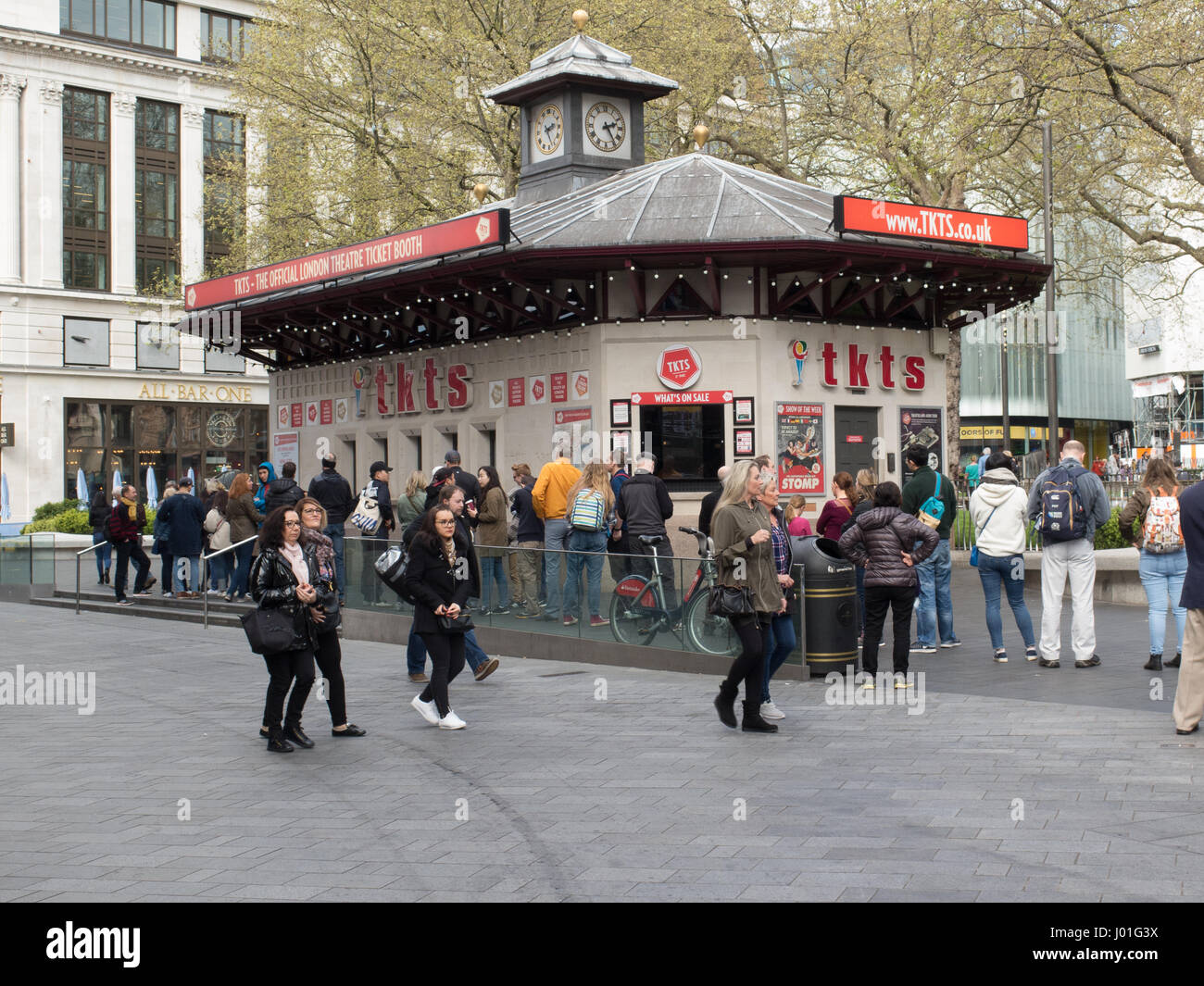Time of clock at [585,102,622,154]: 2:24
